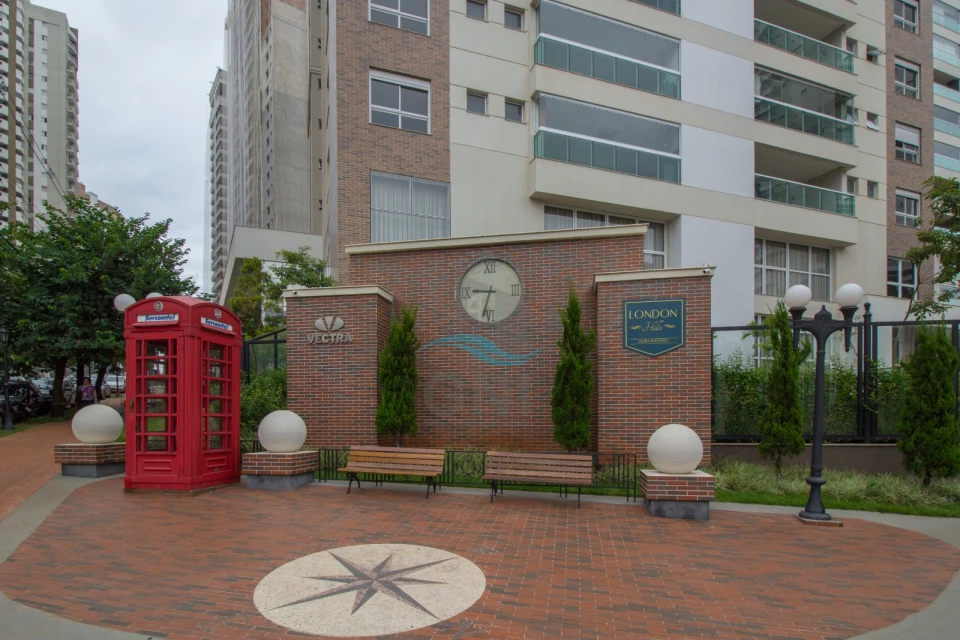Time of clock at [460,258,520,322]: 9:32
